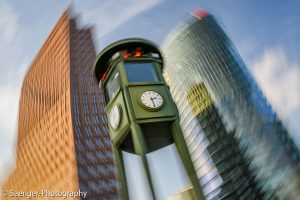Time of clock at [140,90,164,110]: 2:29
